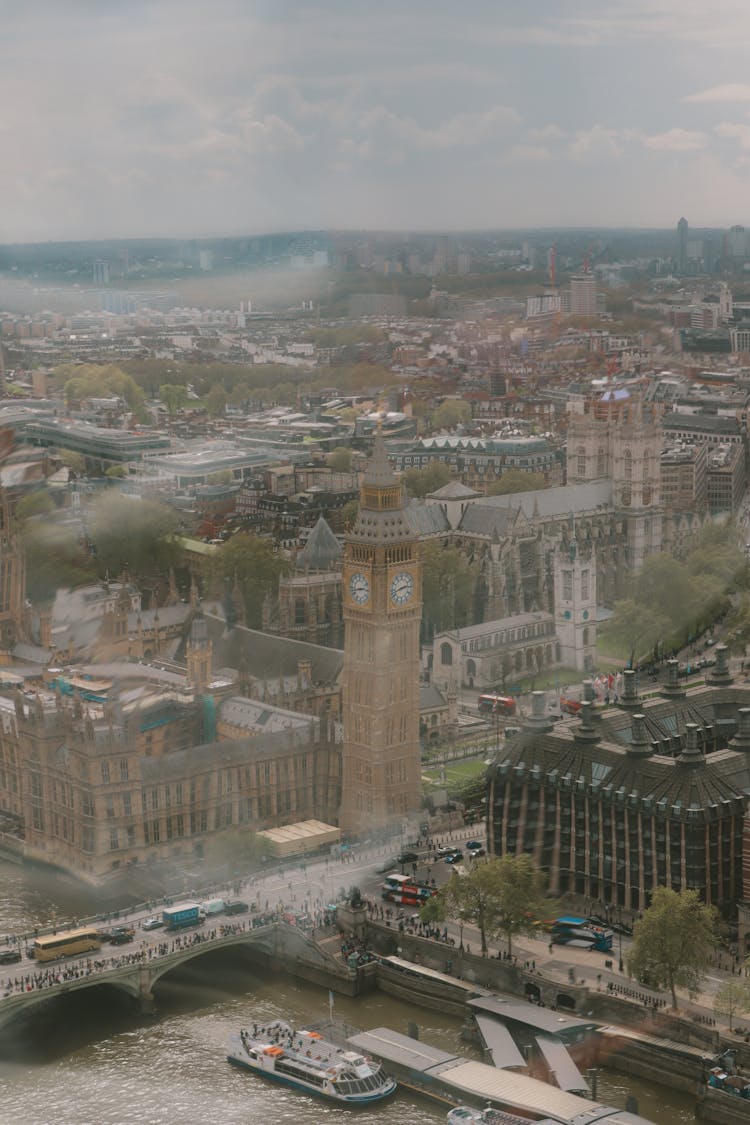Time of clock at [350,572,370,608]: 2:42
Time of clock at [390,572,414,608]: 2:42
